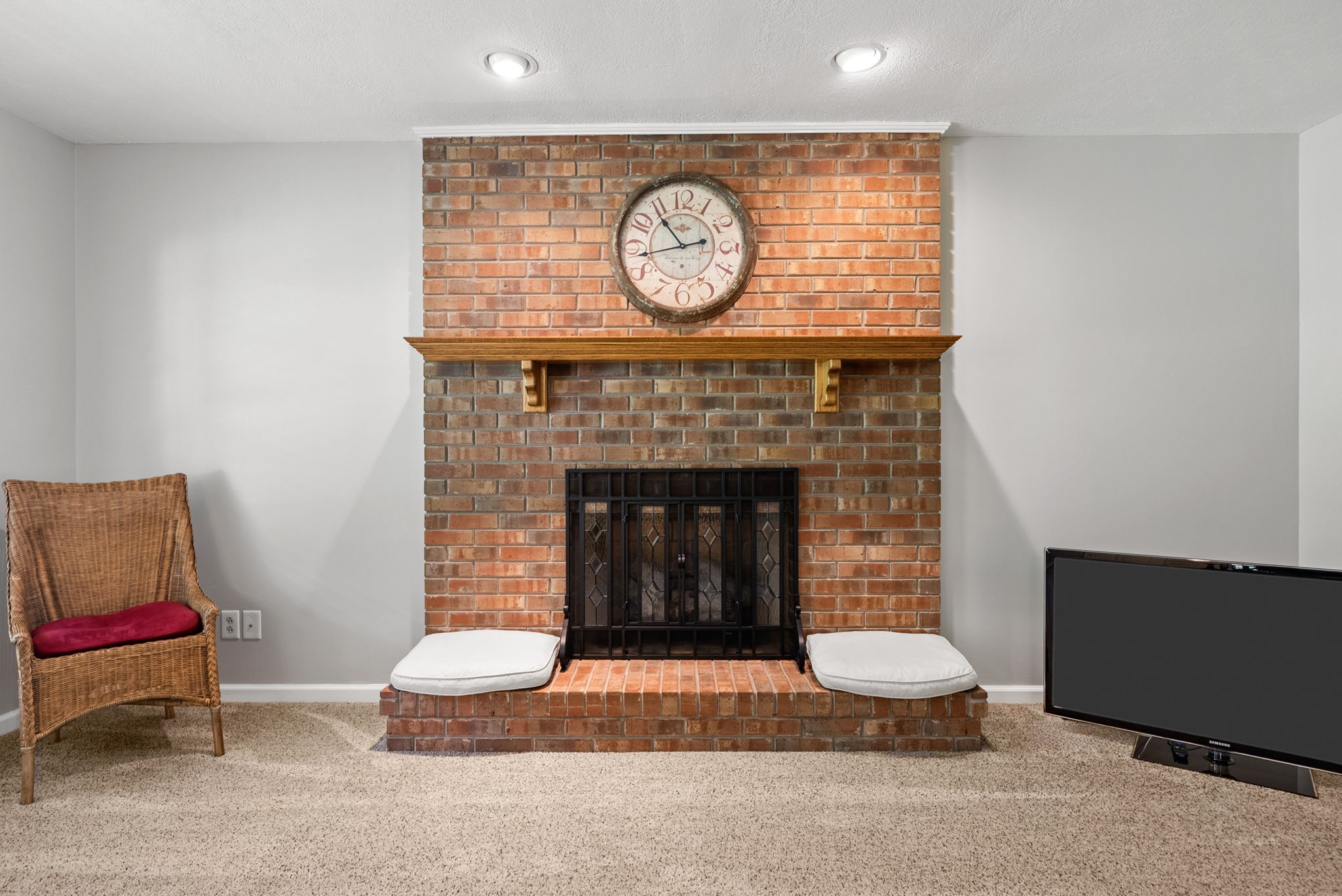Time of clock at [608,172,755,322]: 10:43
